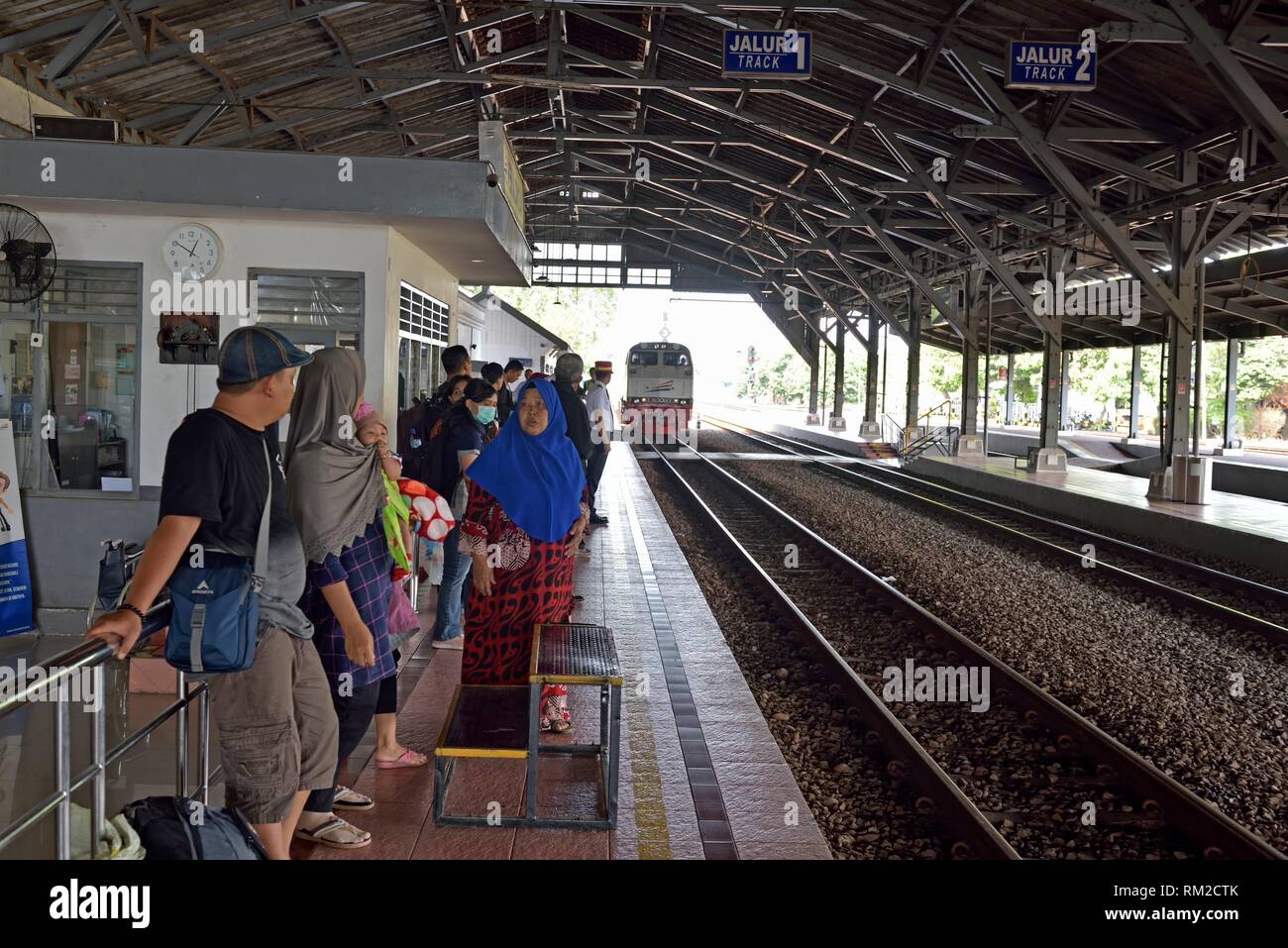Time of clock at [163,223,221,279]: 12:50
